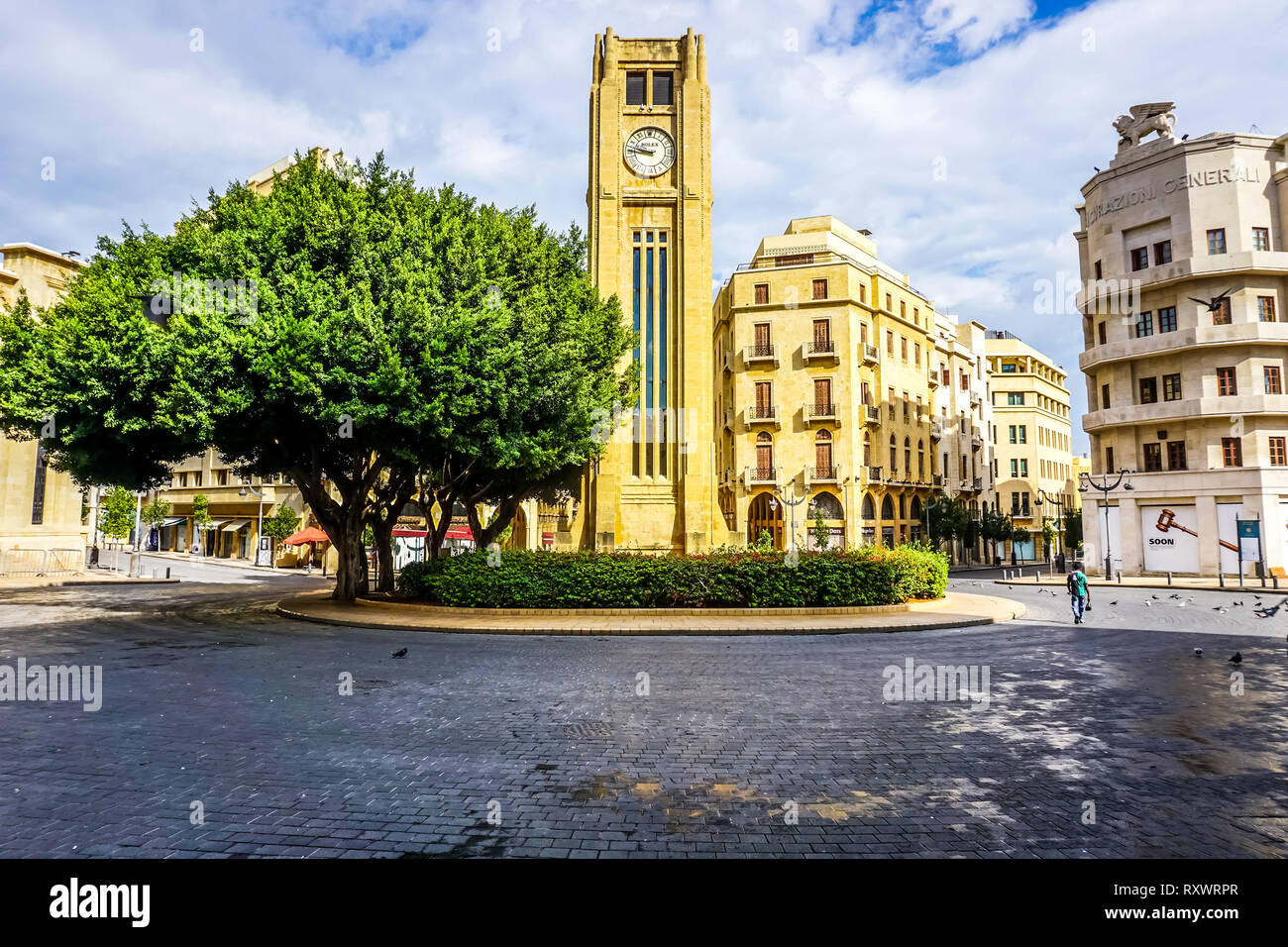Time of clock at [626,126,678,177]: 9:45
